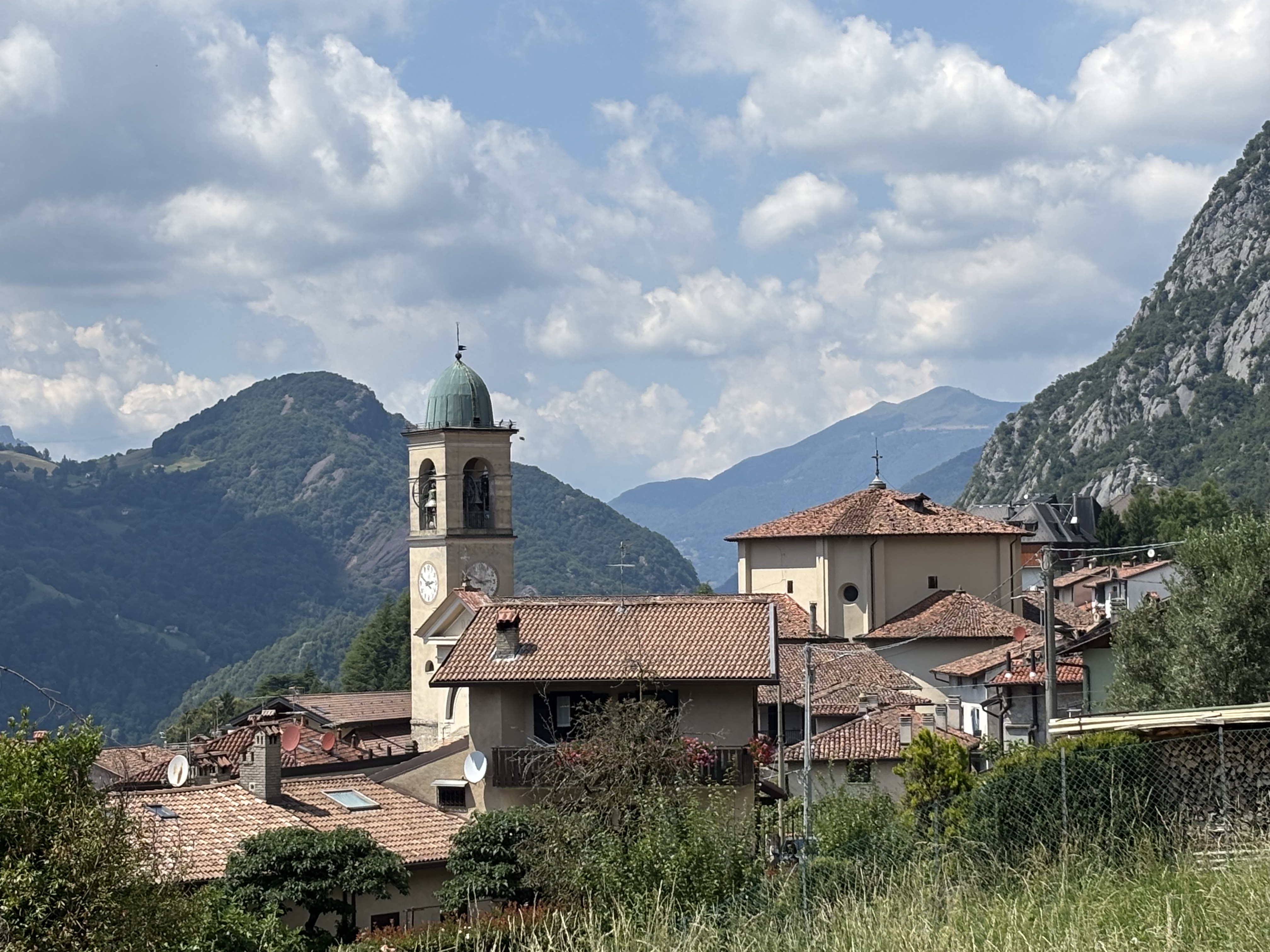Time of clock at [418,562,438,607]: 2:49
